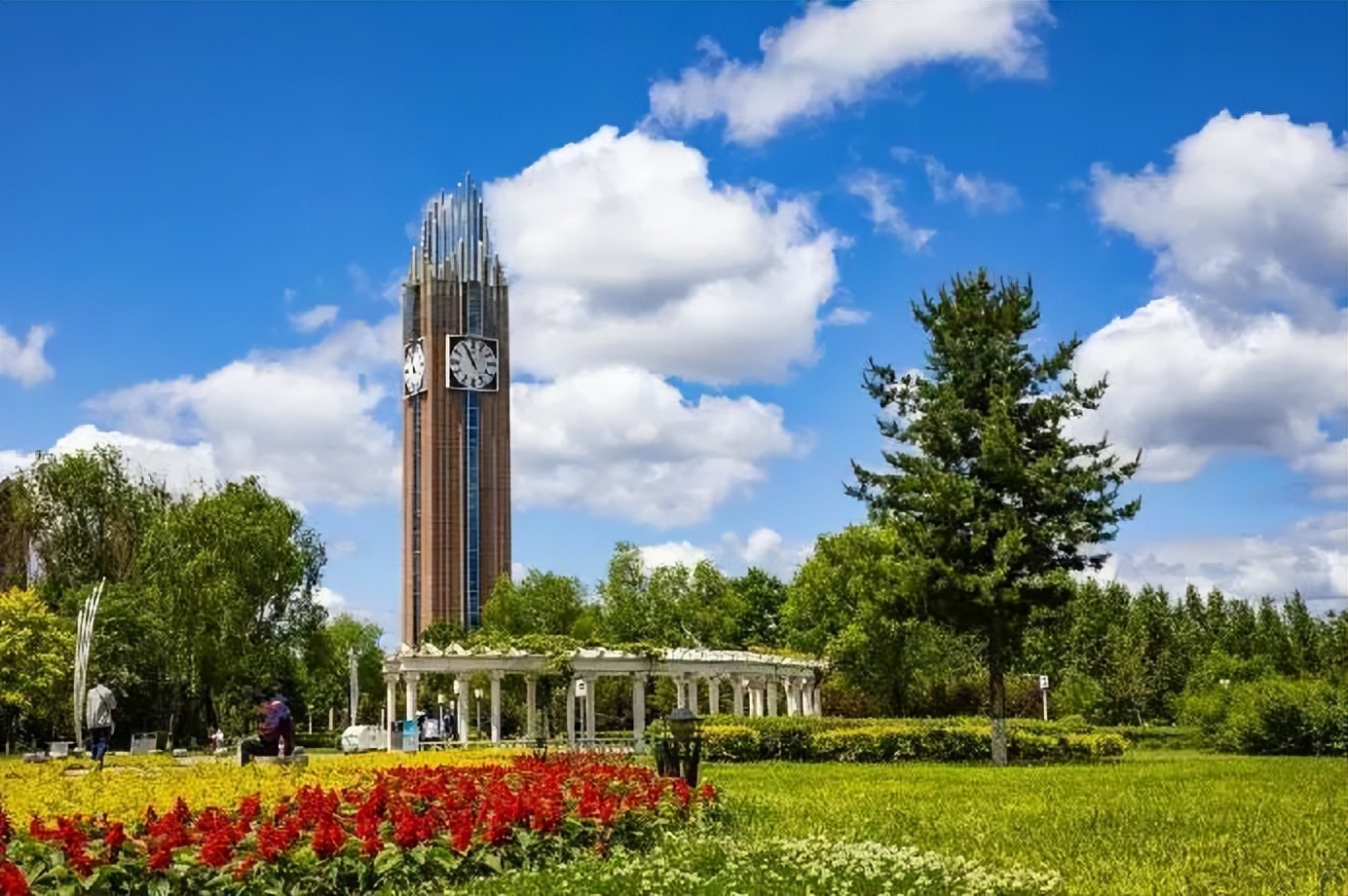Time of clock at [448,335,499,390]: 10:55
